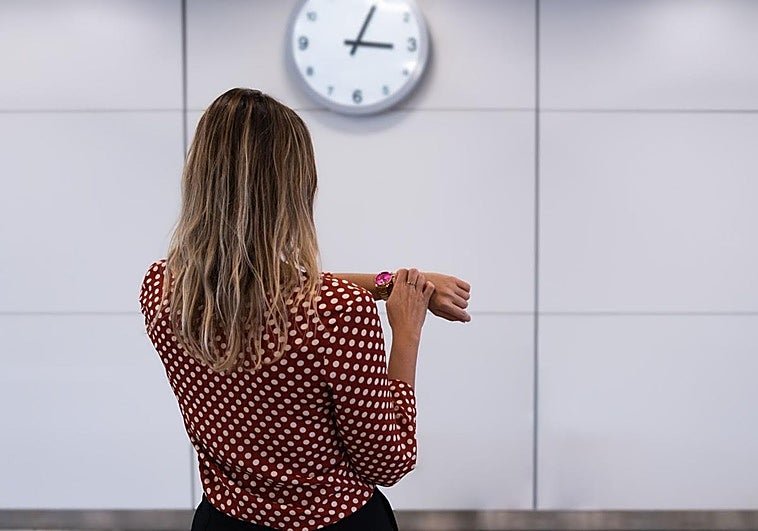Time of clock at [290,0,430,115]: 3:04
